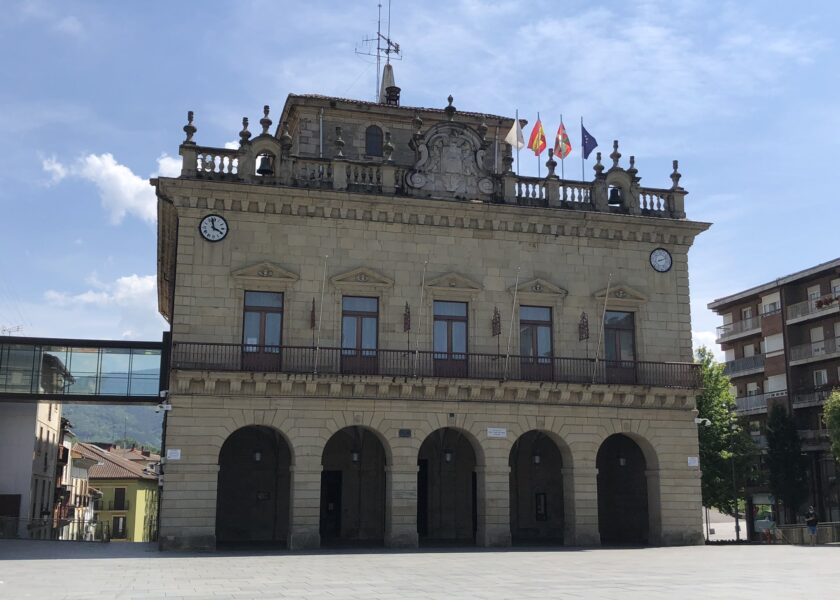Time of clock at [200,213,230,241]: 3:58
